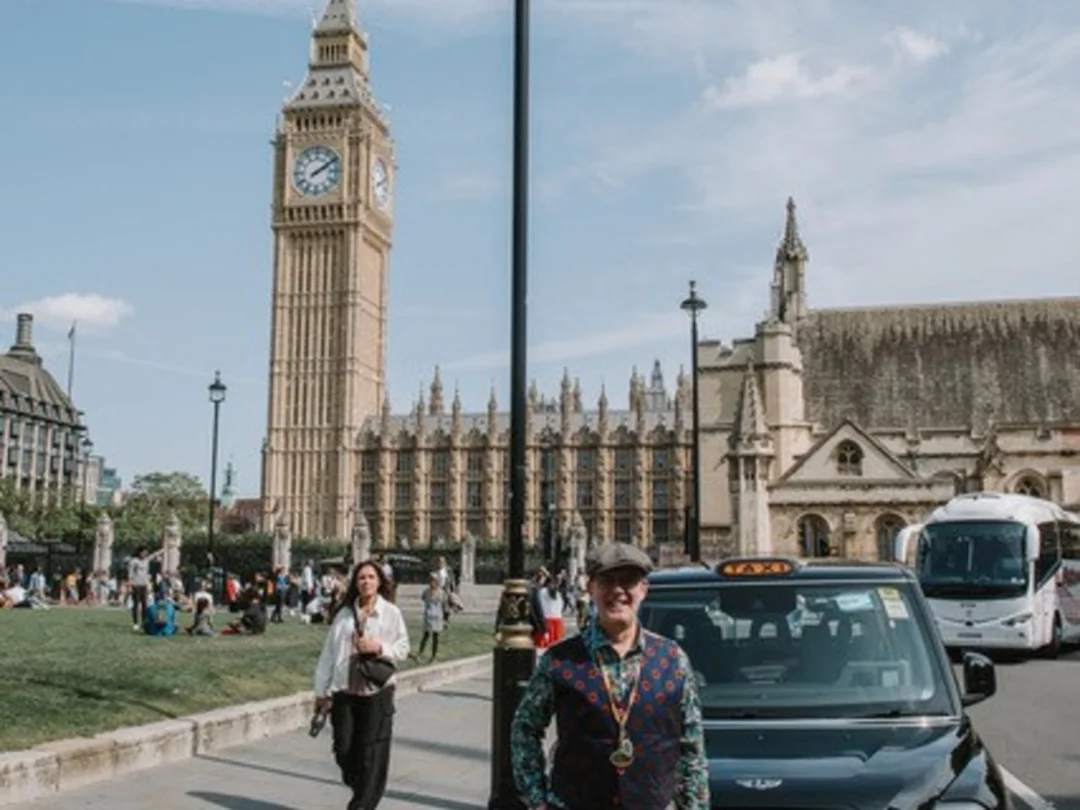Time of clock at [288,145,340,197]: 2:09
